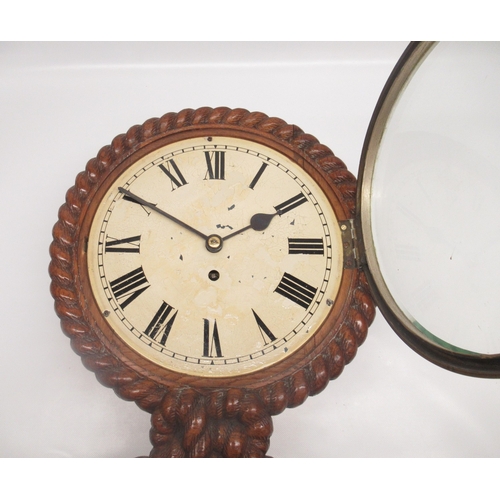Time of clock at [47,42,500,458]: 1:50
